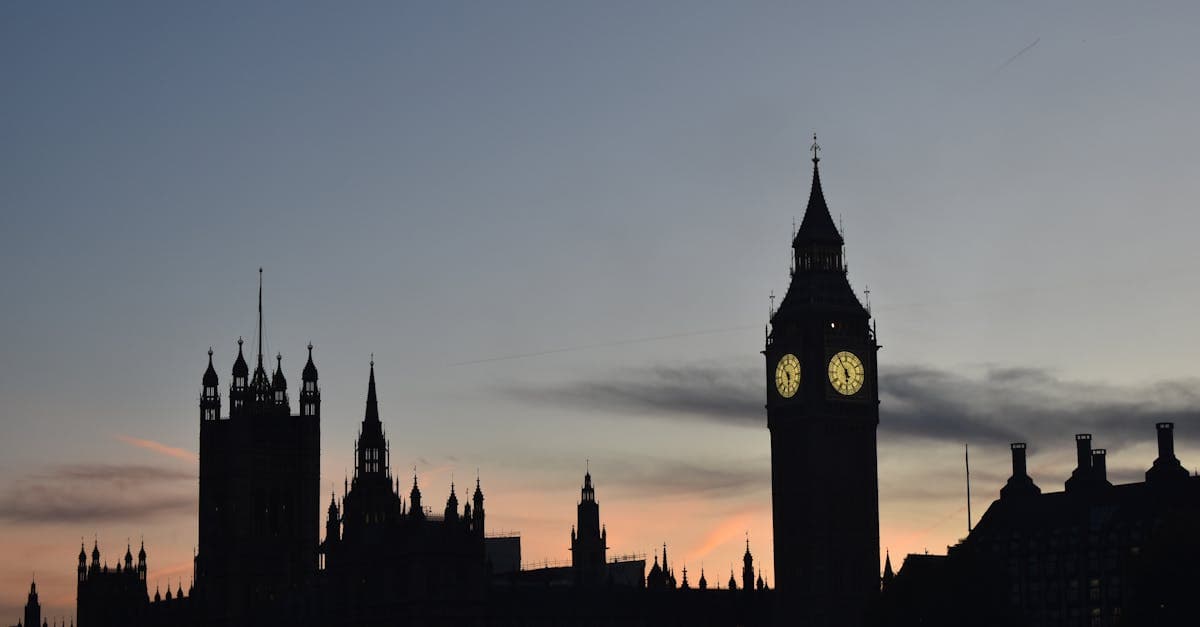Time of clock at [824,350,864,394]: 5:54
